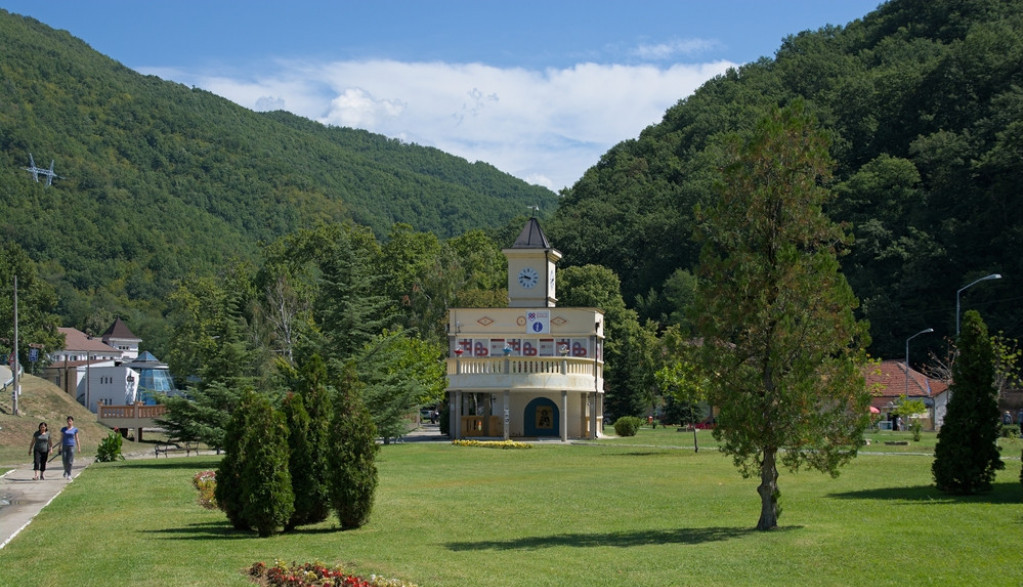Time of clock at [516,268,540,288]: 9:45
